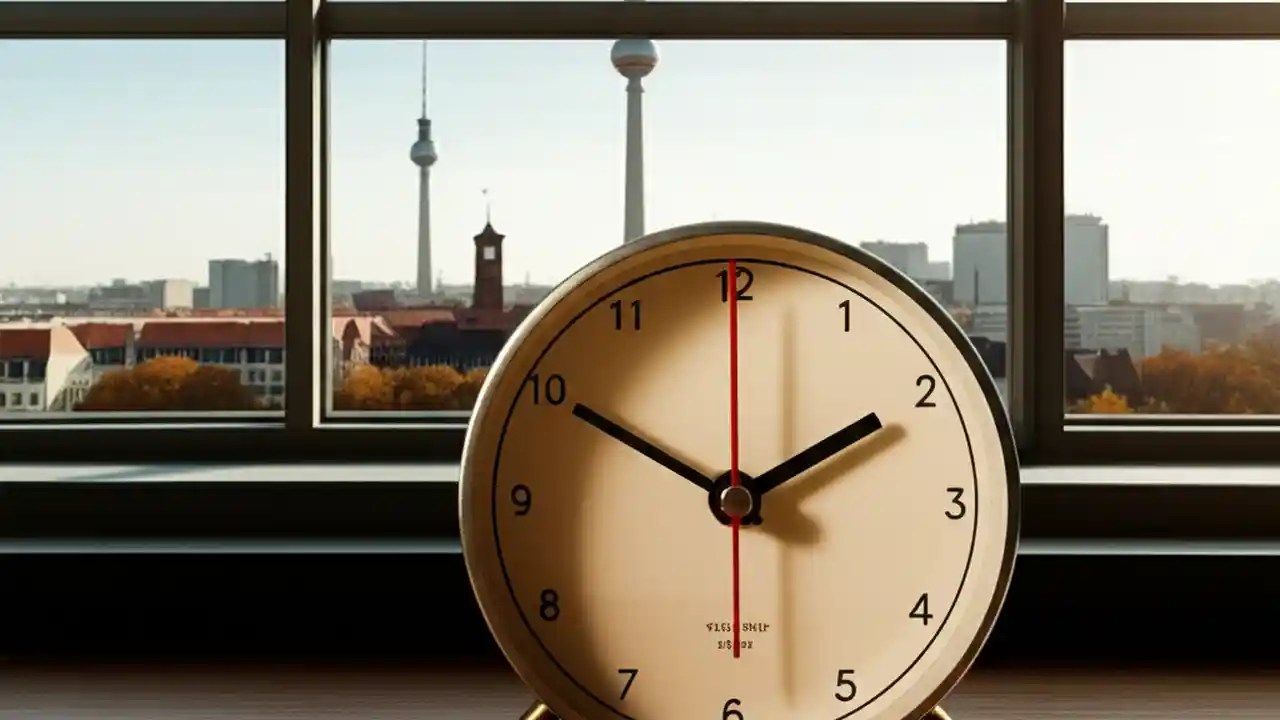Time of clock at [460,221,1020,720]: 1:50
